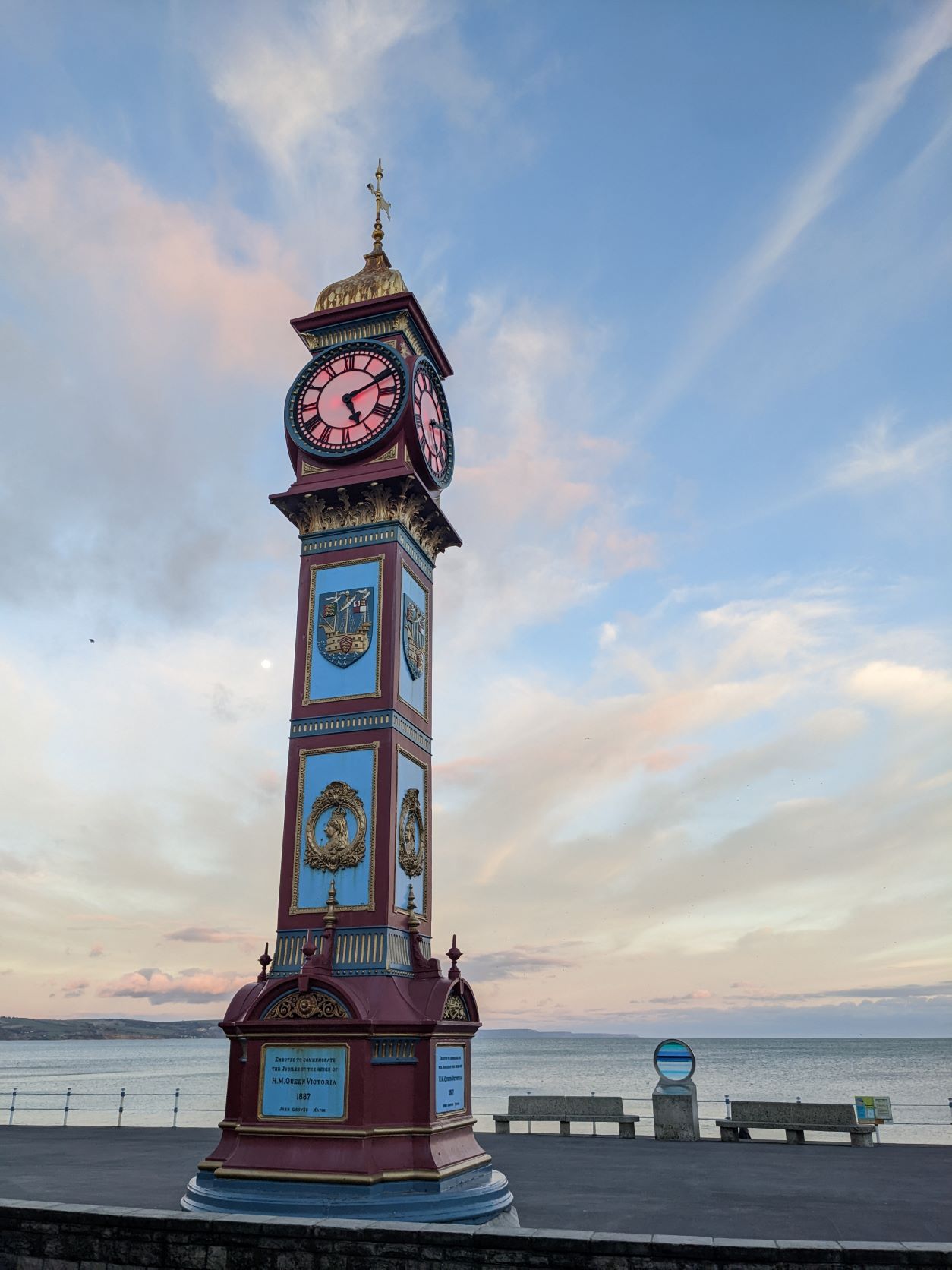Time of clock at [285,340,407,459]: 5:11
